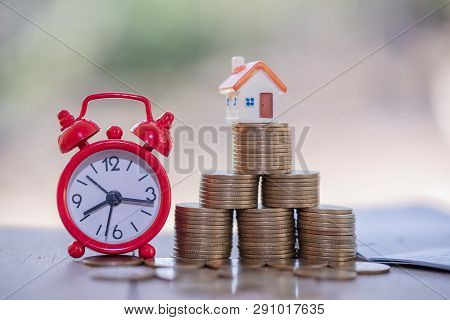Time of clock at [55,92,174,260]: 8:16
